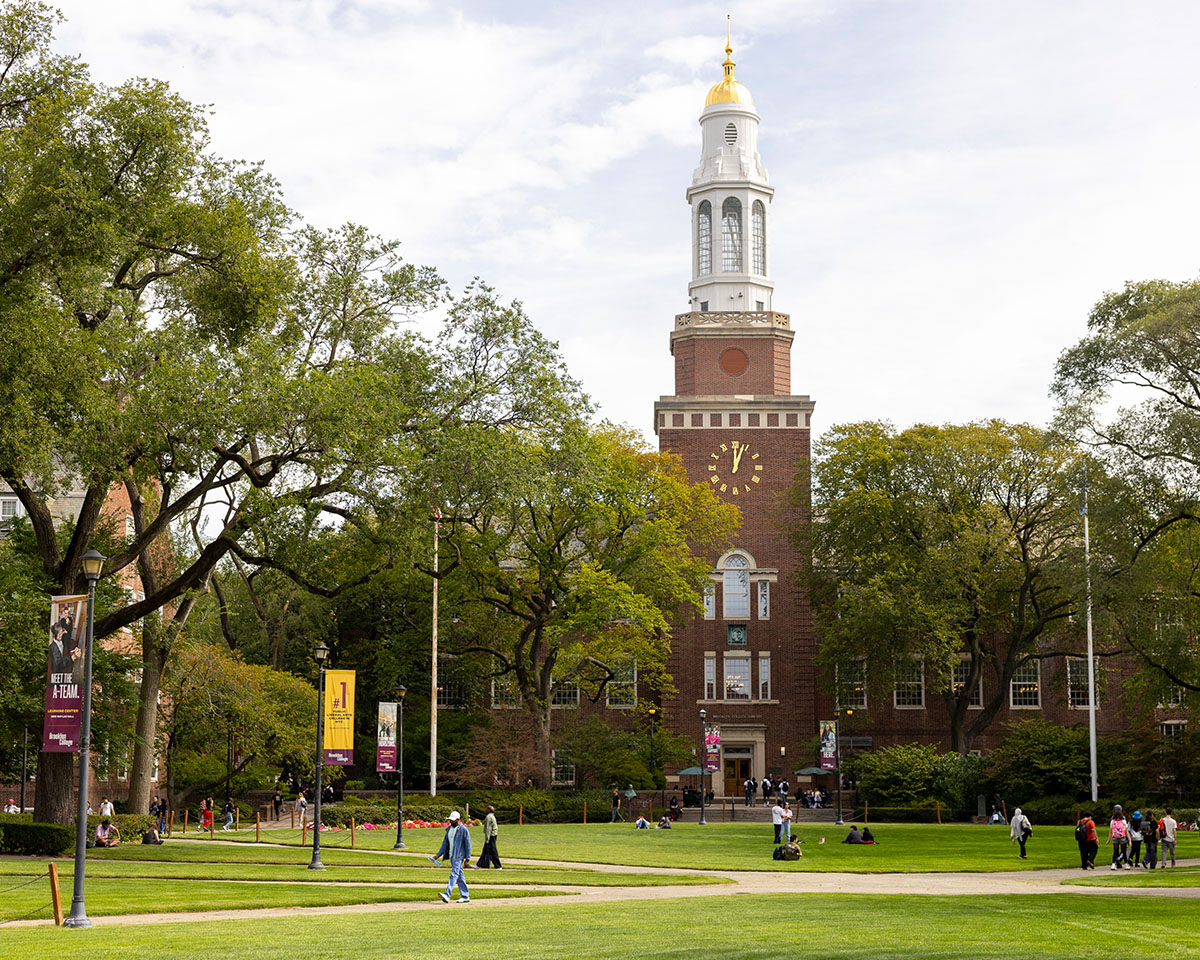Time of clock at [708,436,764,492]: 12:03
